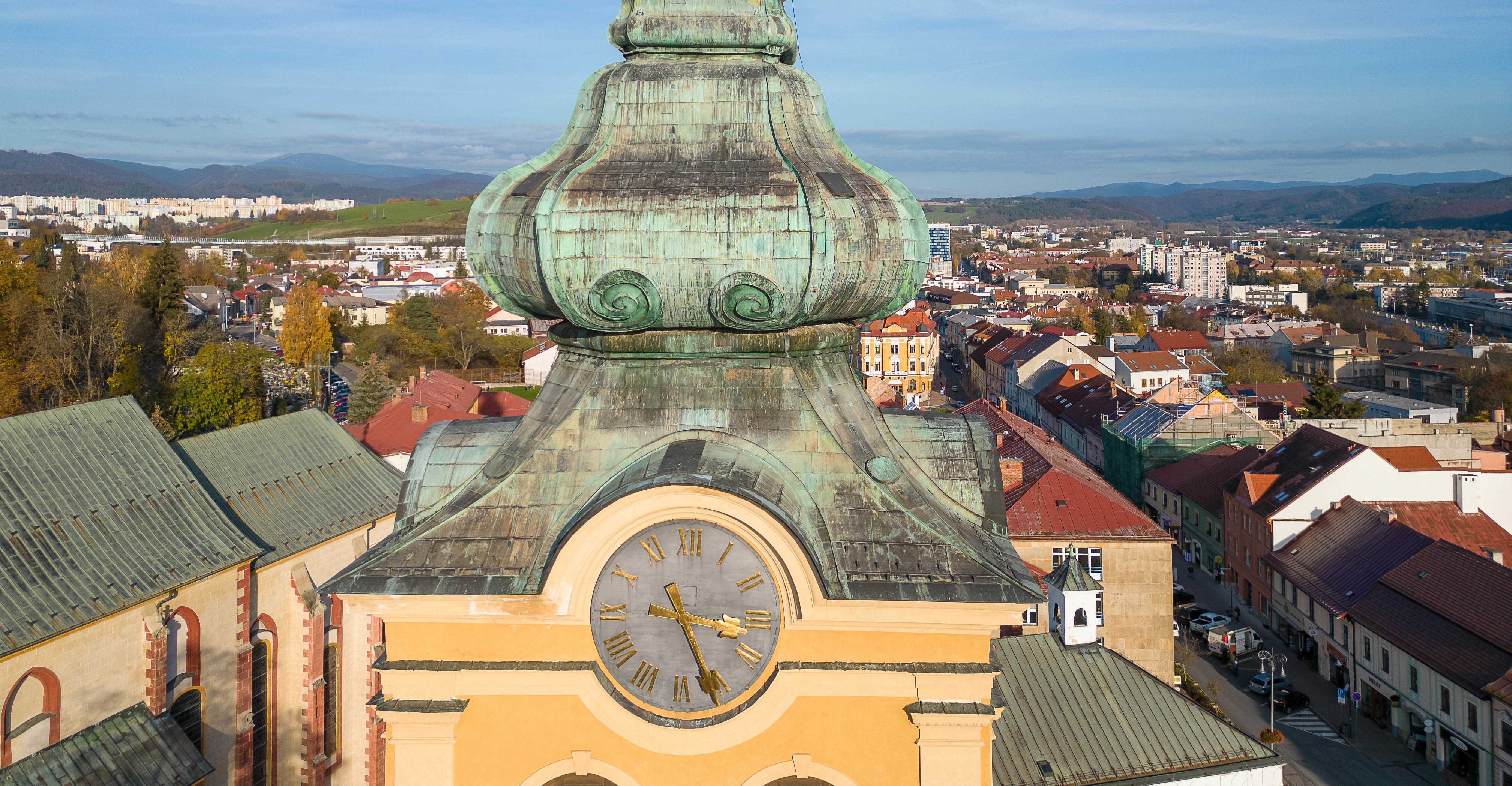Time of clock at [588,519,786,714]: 3:25
